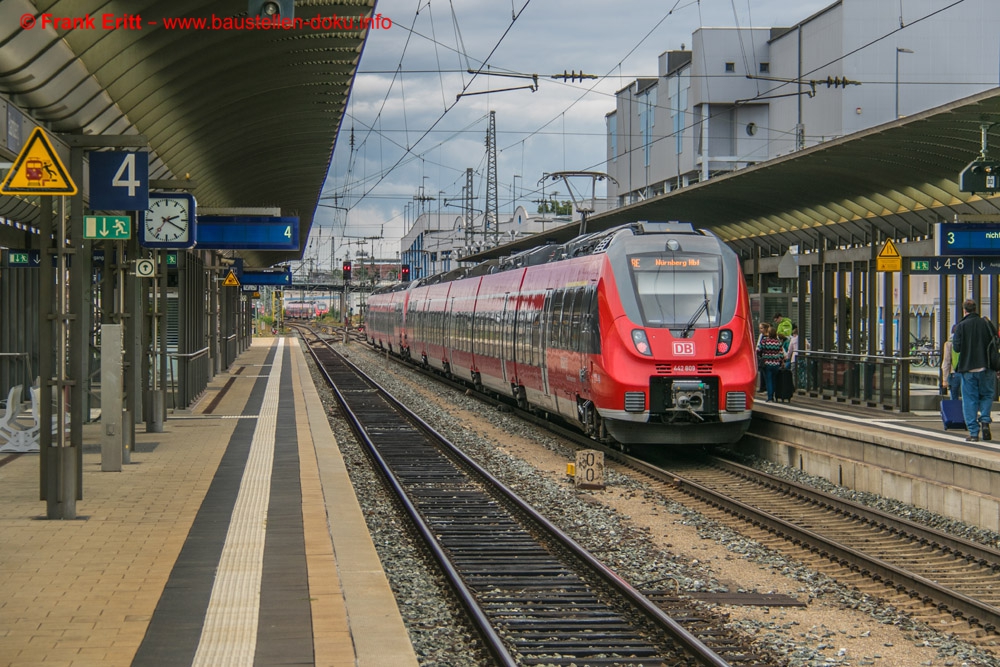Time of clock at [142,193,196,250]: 2:19
